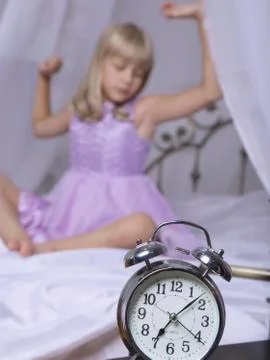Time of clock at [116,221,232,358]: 7:08
